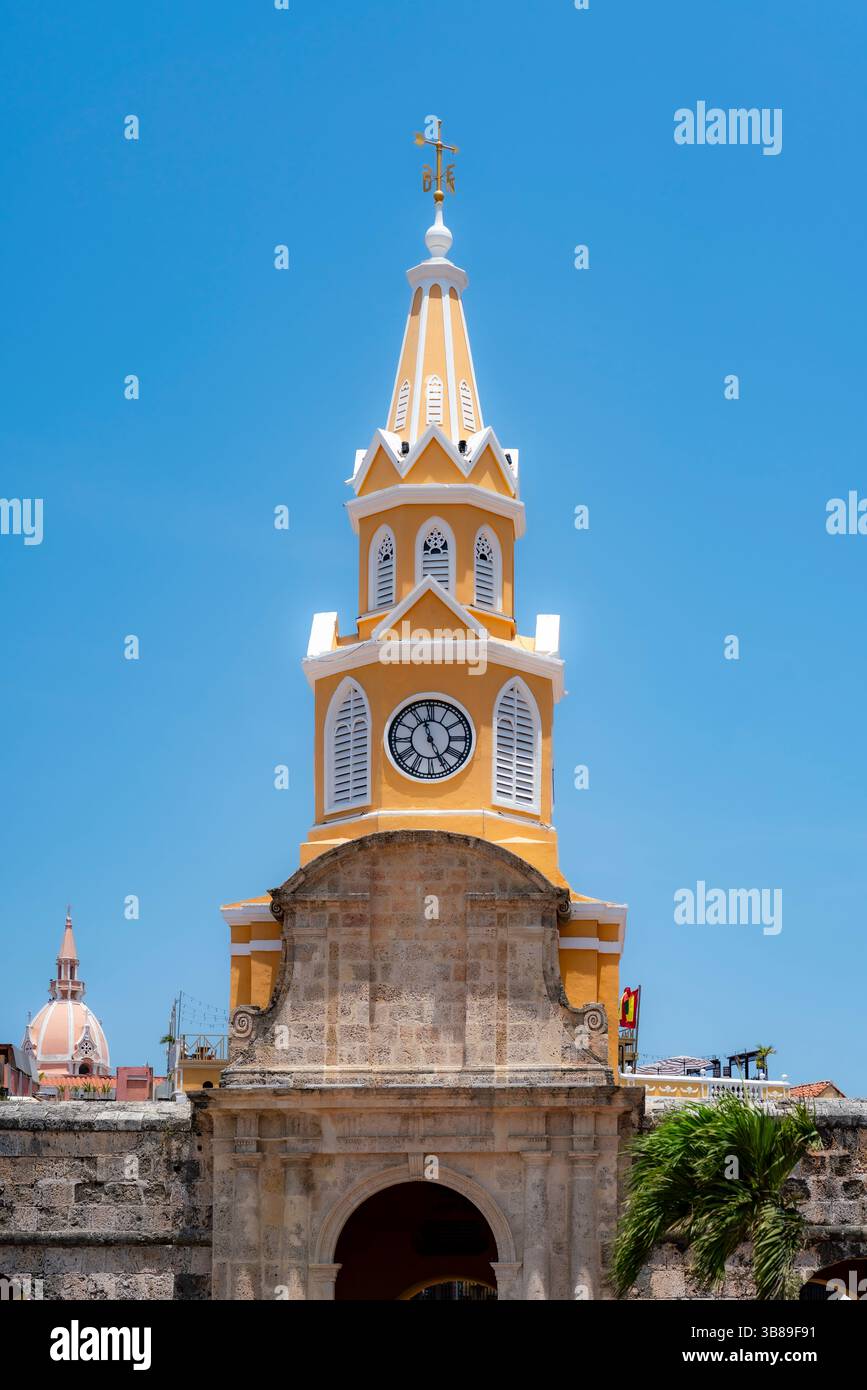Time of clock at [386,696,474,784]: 11:25
